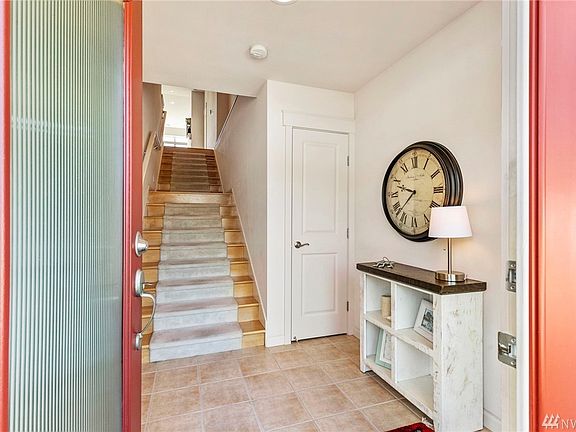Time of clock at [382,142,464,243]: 9:37
